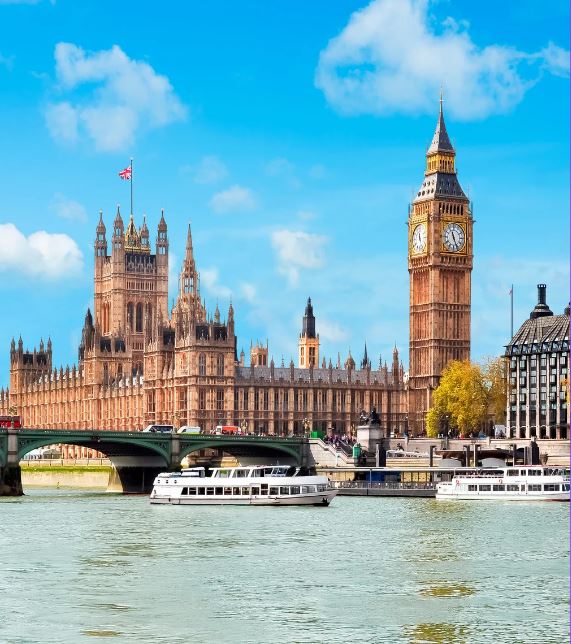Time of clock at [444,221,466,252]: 11:25
